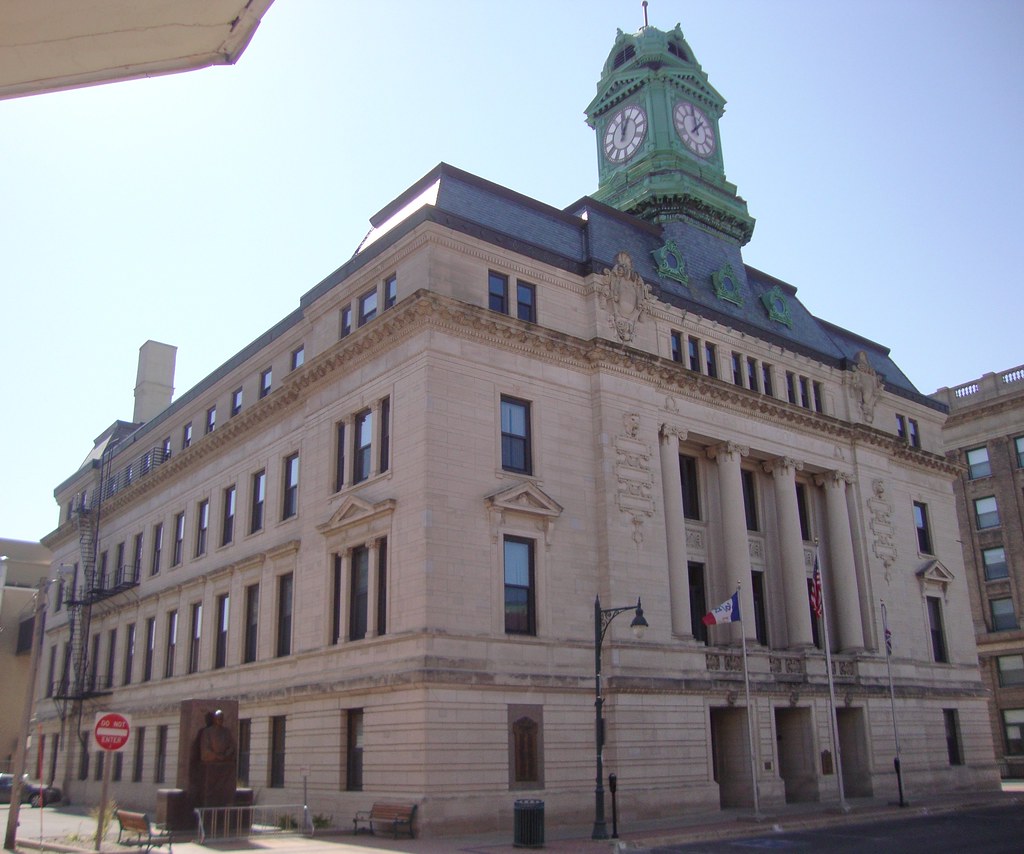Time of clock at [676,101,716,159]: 12:07
